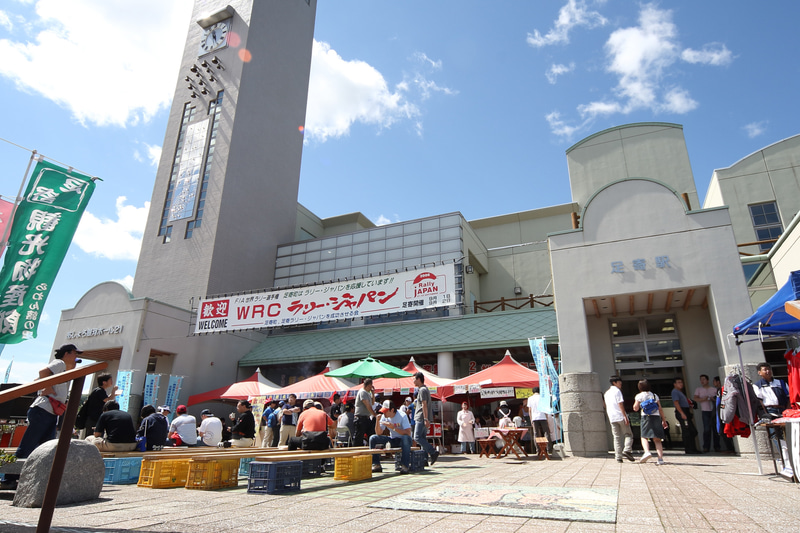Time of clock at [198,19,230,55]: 11:55
